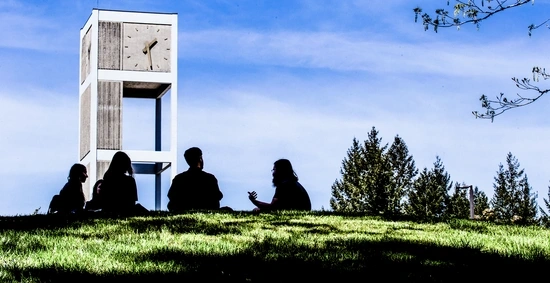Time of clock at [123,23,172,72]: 1:28
